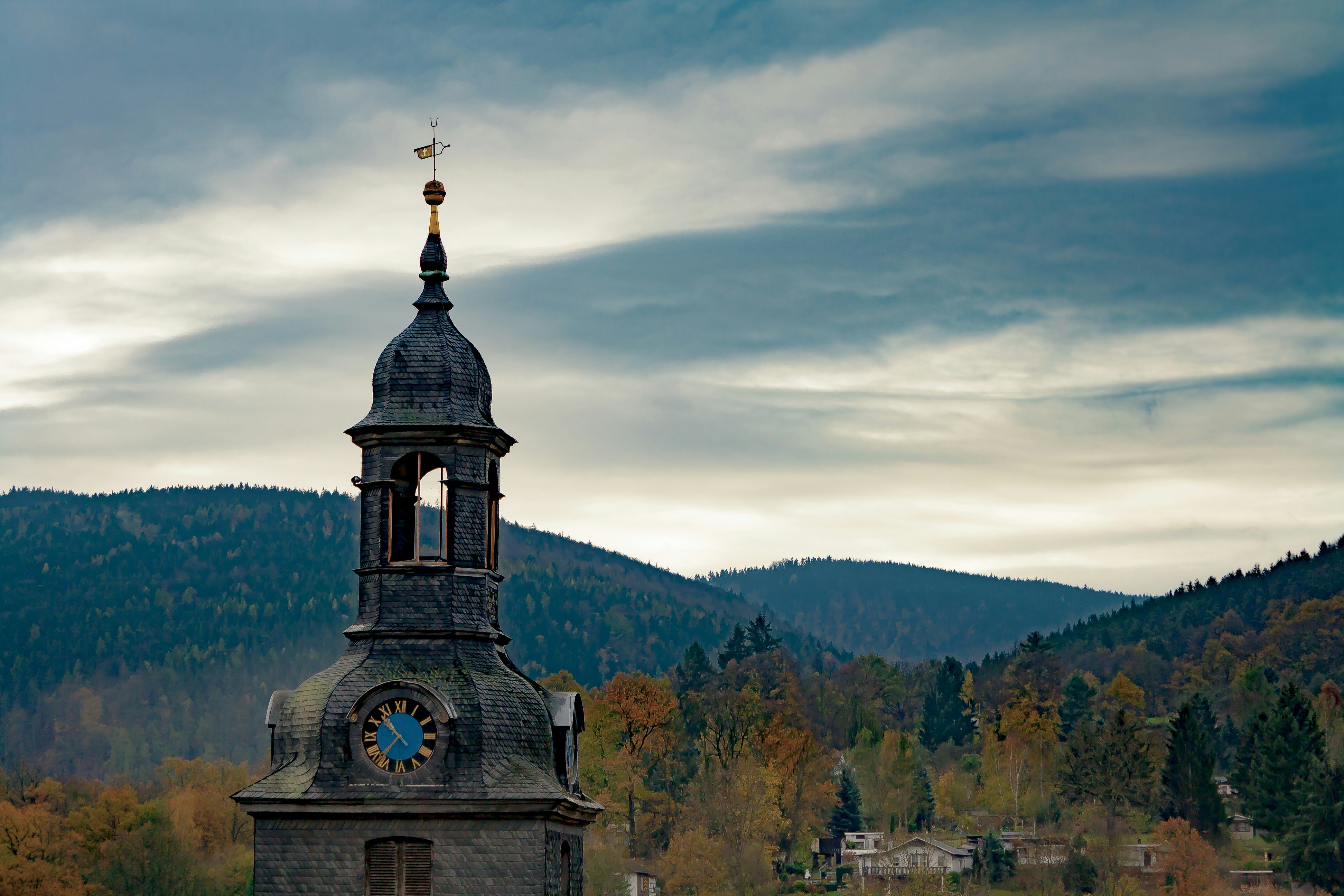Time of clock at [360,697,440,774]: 10:37
